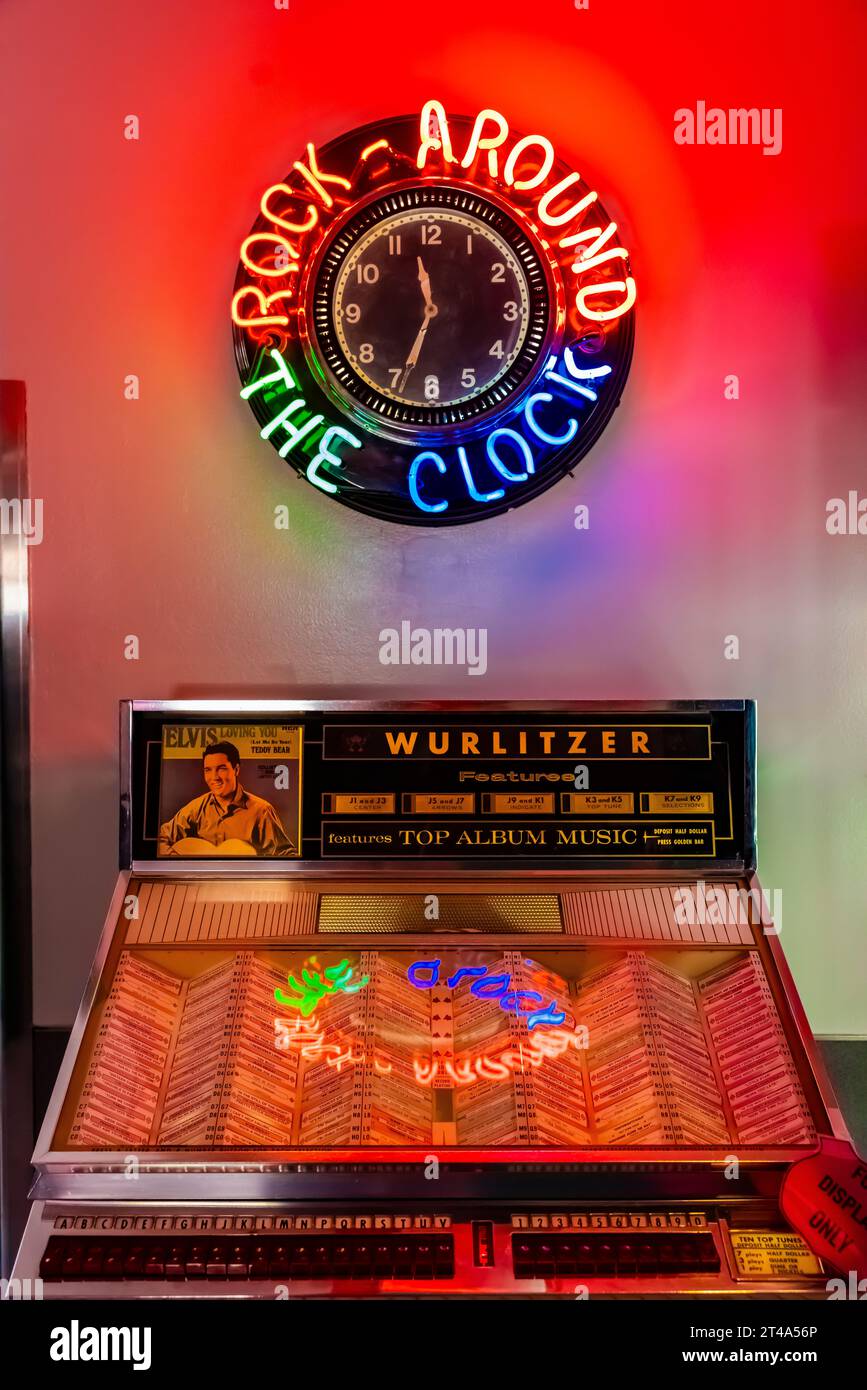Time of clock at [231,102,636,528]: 11:33
